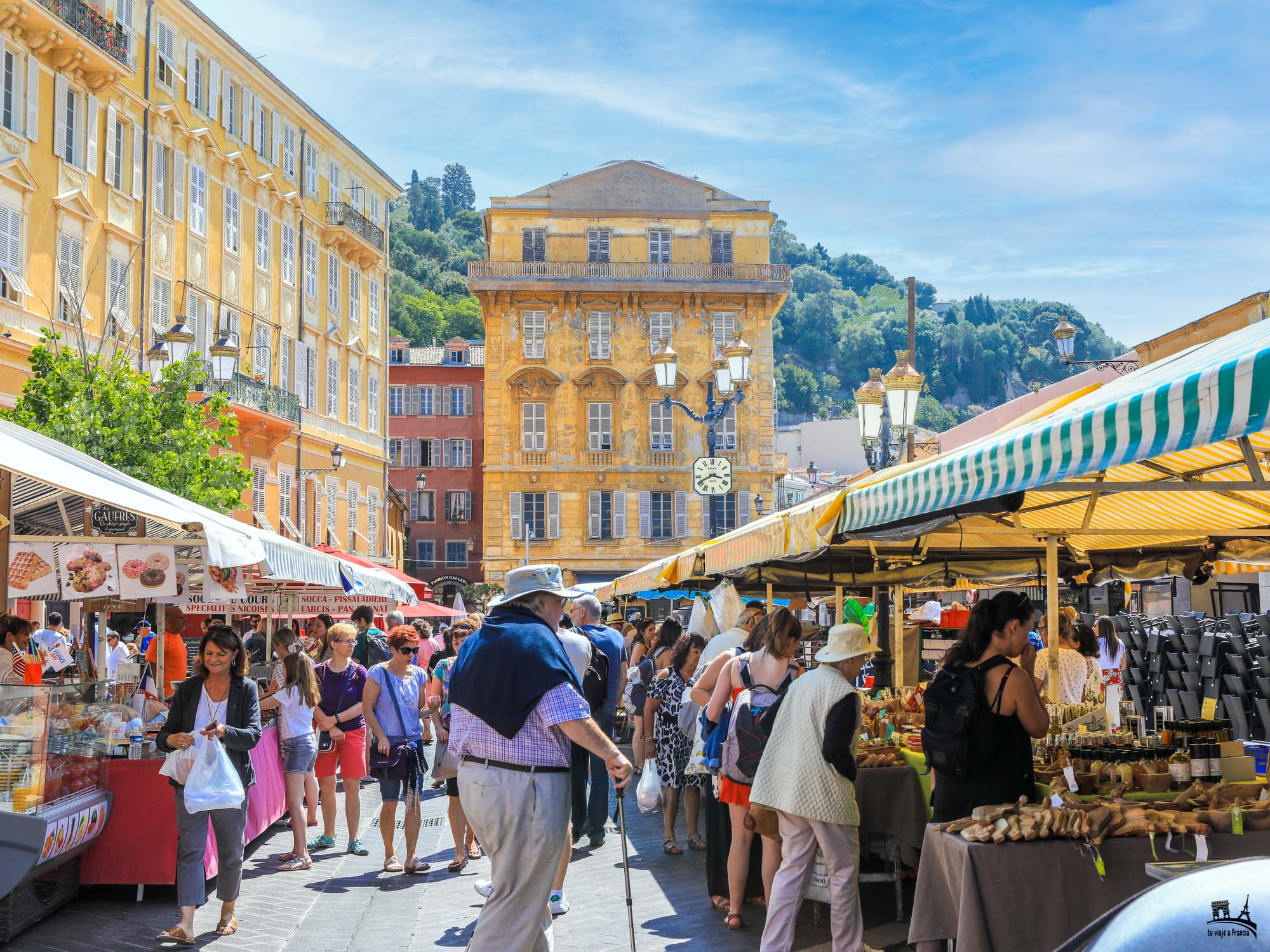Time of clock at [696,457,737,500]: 3:40
